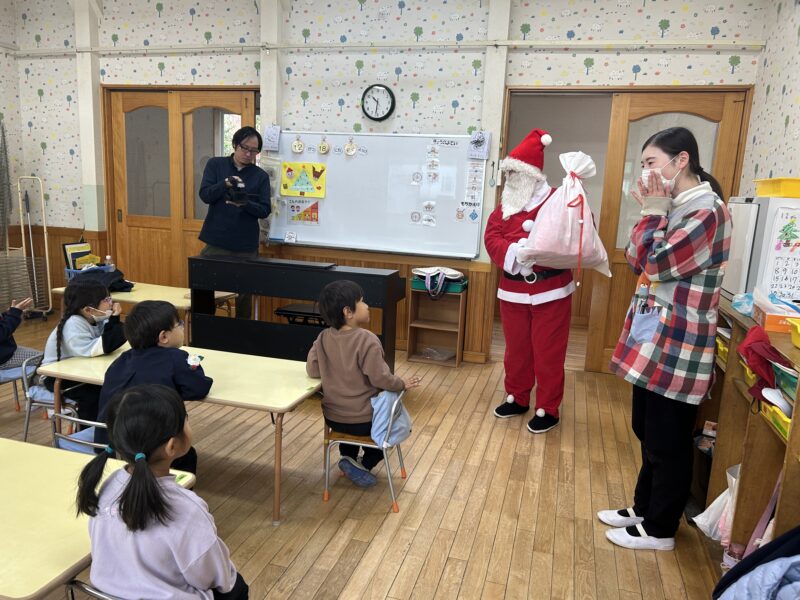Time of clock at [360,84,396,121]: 10:31
